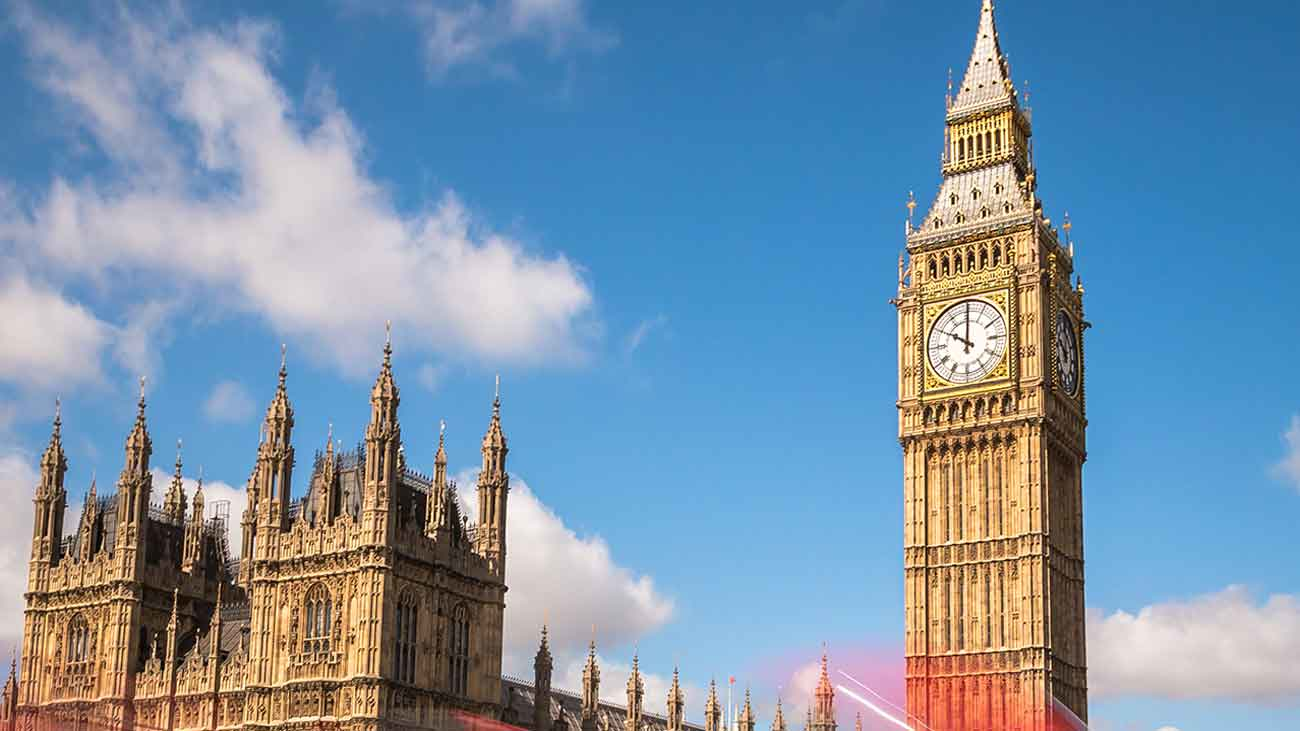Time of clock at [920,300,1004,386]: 10:00
